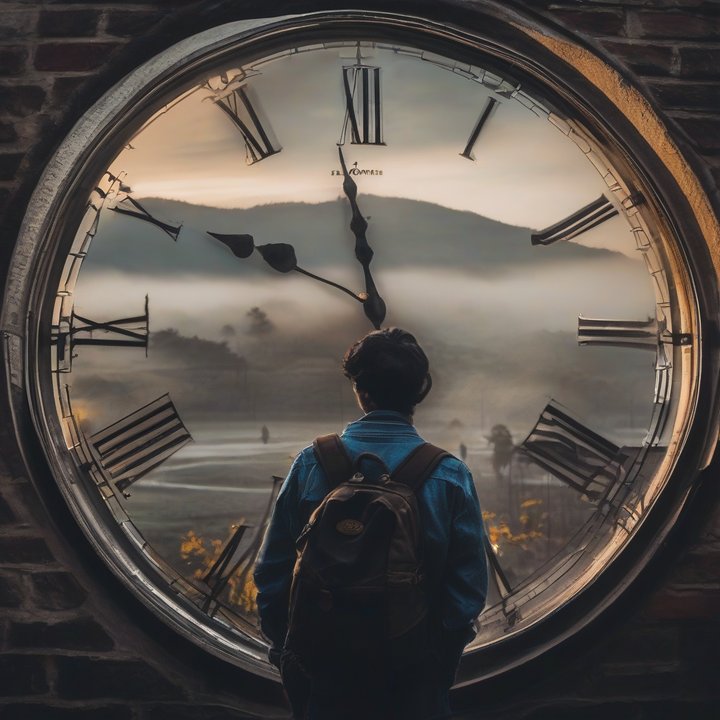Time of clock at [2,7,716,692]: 11:49
